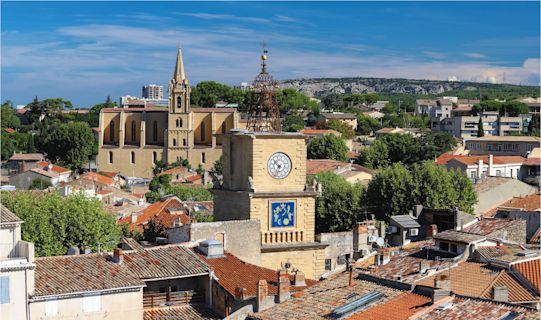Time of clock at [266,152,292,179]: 10:34
